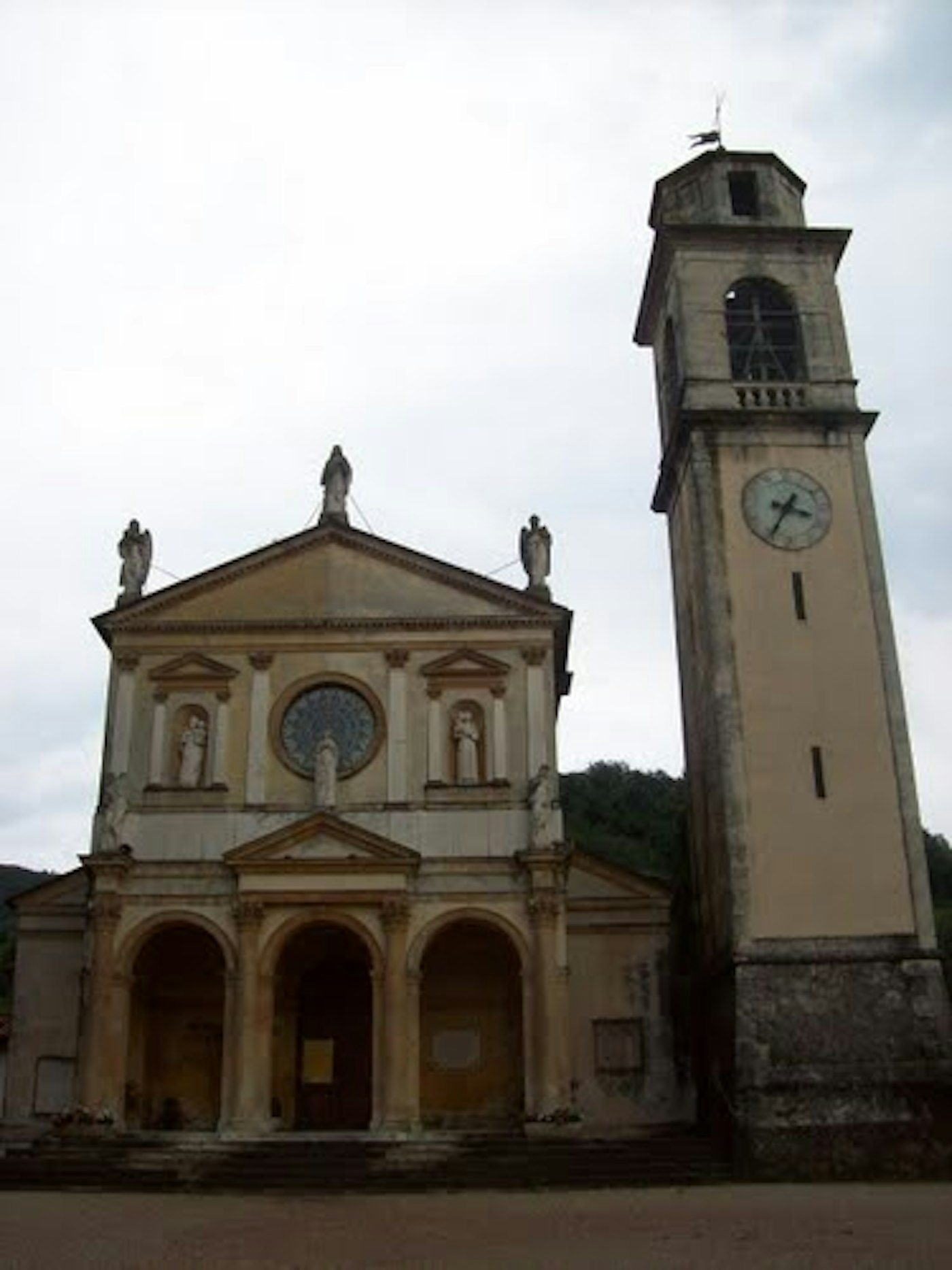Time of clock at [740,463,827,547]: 3:35
